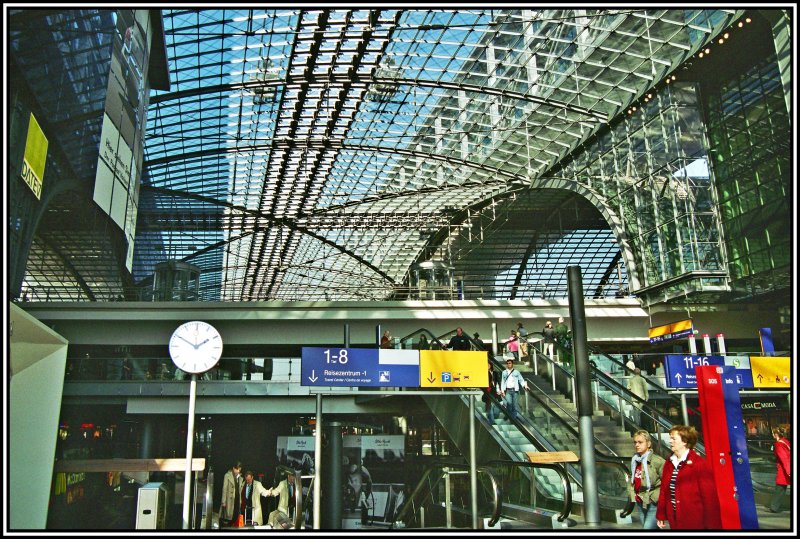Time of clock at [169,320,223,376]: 1:50
